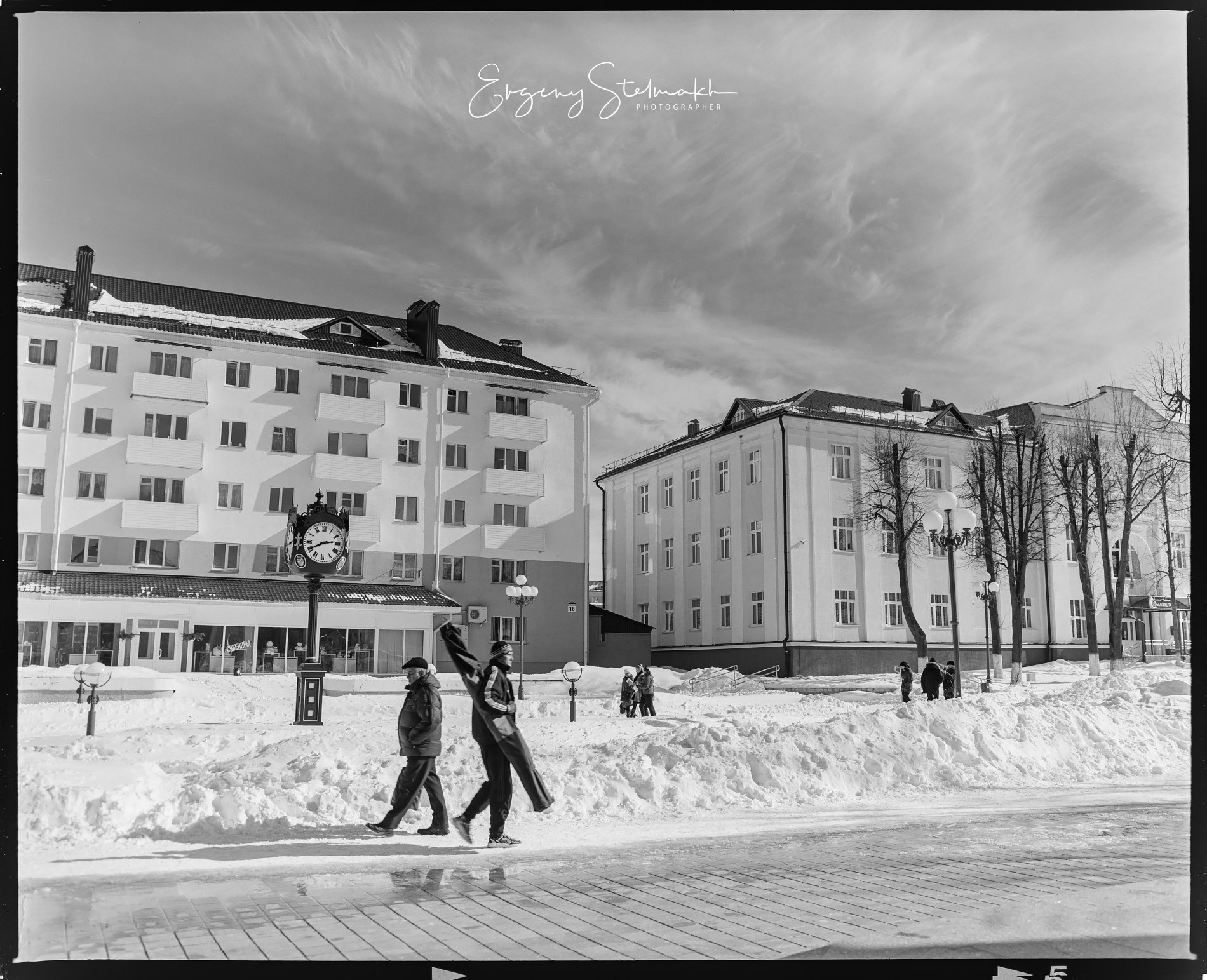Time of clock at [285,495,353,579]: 2:40
